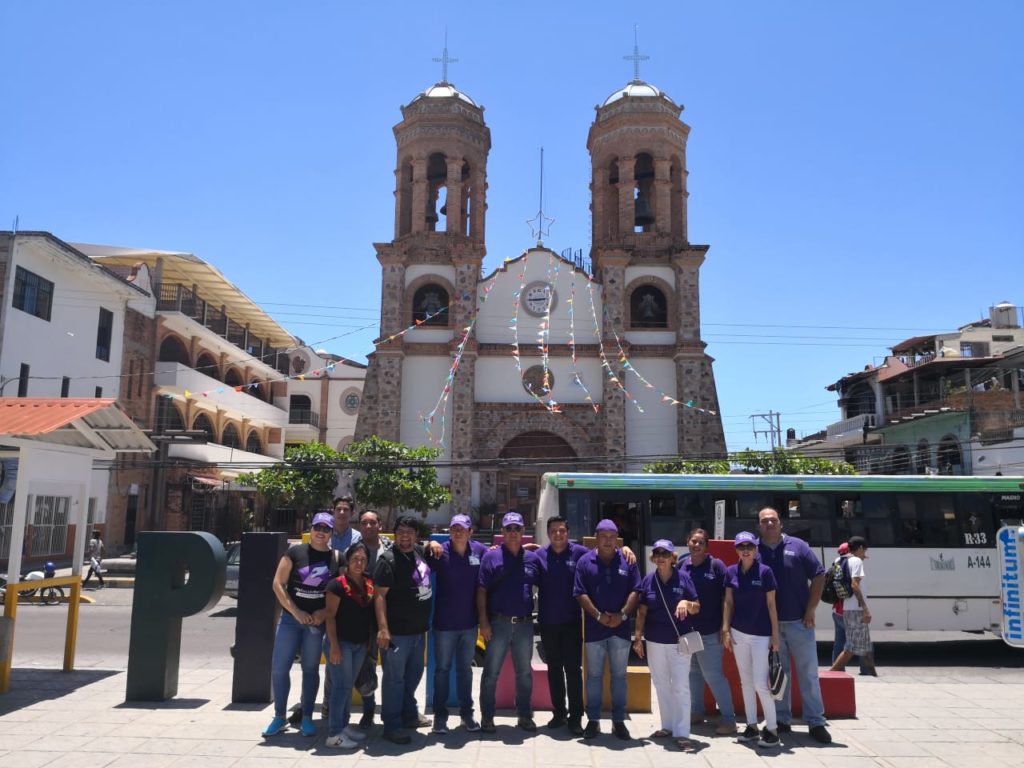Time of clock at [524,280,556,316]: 2:44
